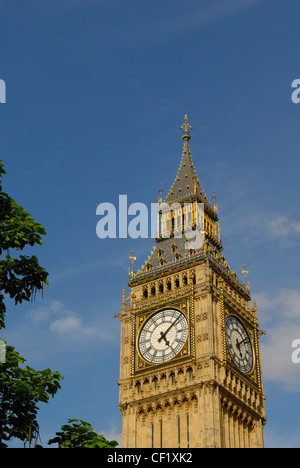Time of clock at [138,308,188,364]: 5:08
